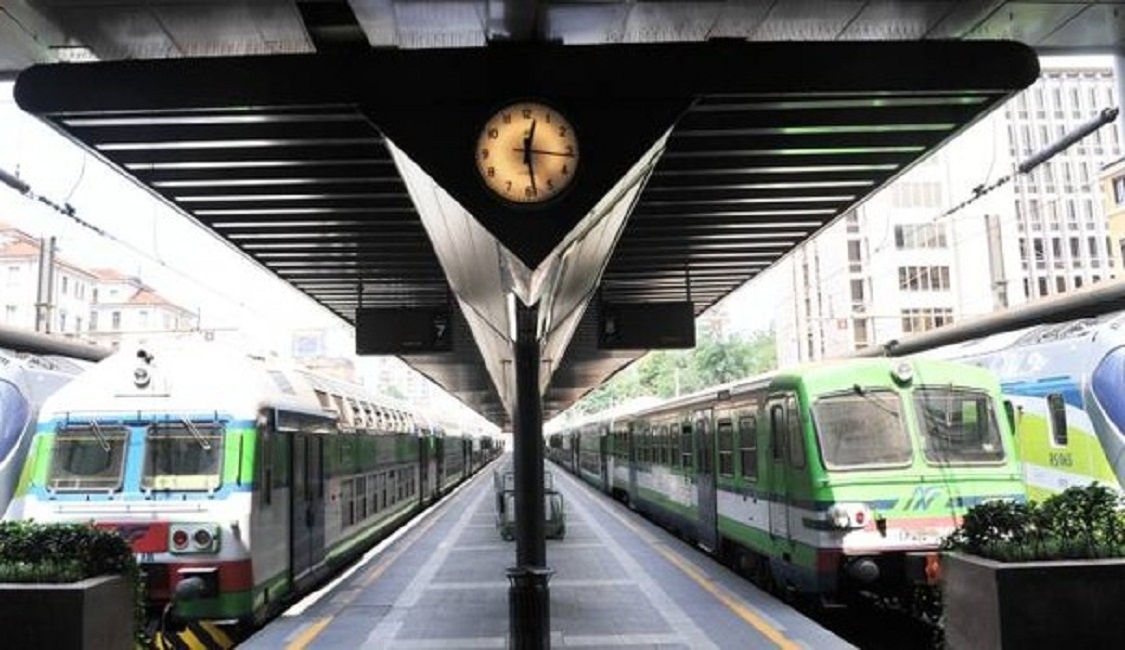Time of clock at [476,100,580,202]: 12:28
